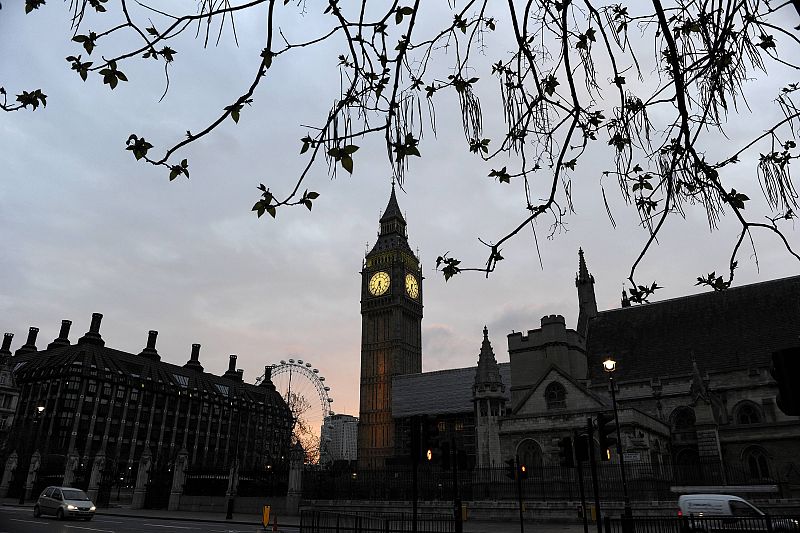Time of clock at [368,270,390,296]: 5:34
